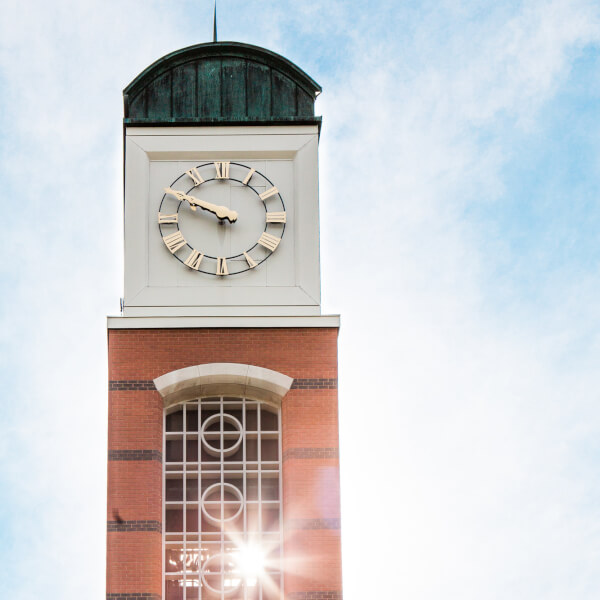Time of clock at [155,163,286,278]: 9:50
